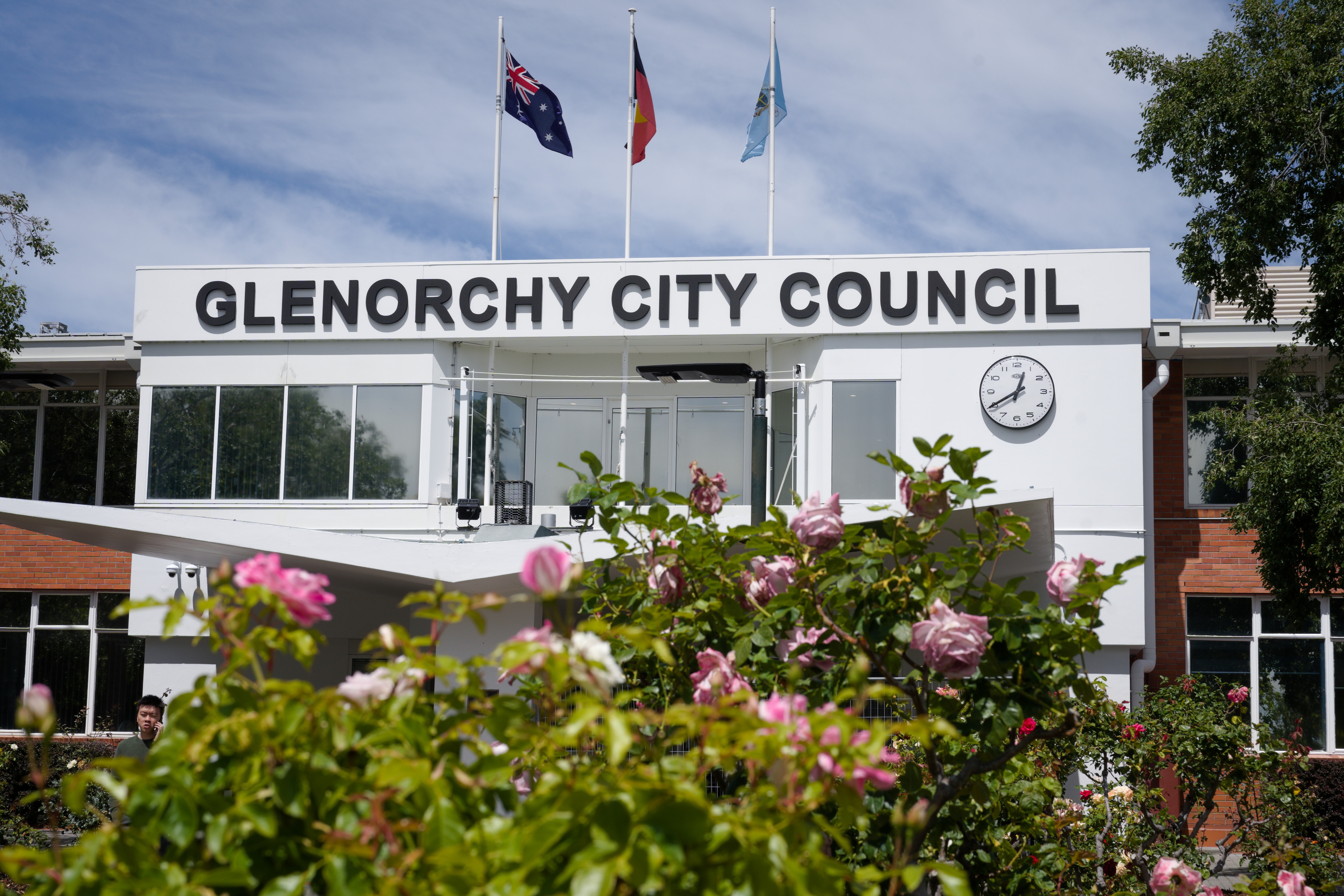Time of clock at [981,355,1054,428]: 12:40
